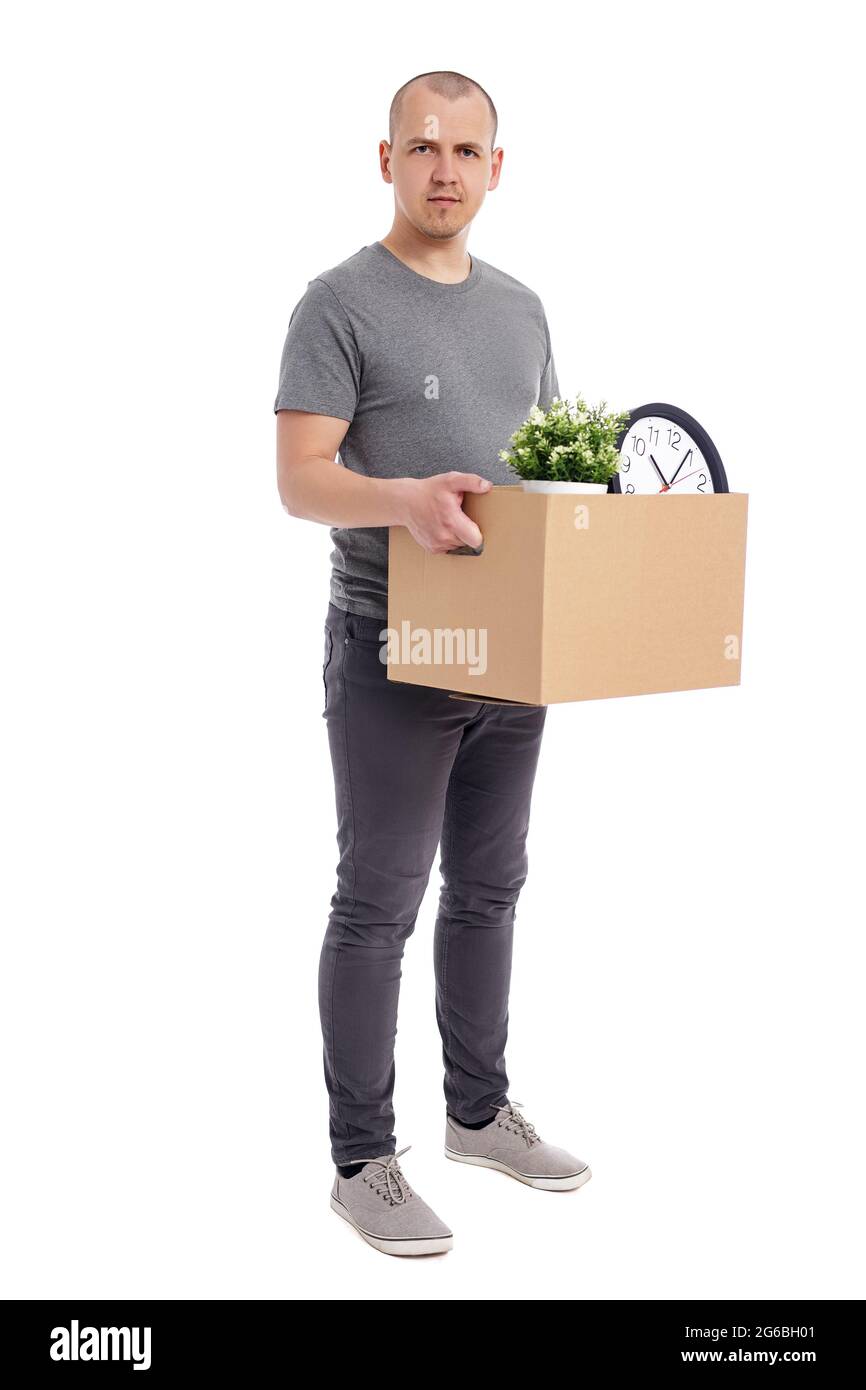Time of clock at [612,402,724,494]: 10:04
